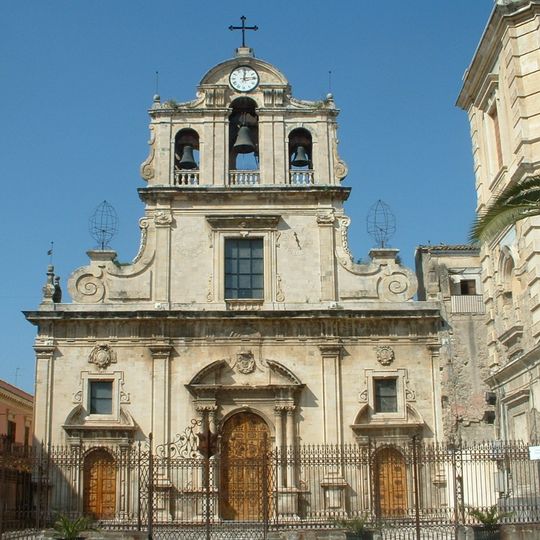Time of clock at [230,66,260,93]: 12:14
